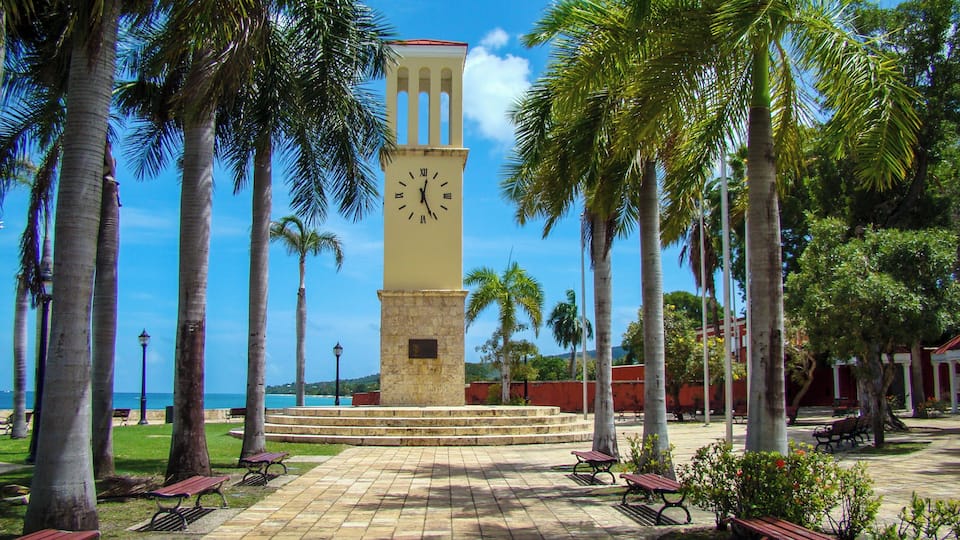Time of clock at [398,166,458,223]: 12:26
